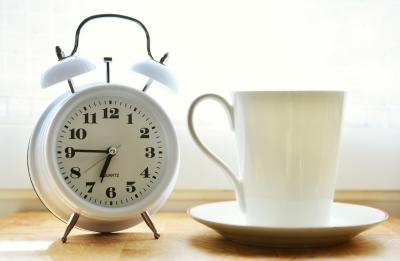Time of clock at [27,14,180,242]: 6:45
